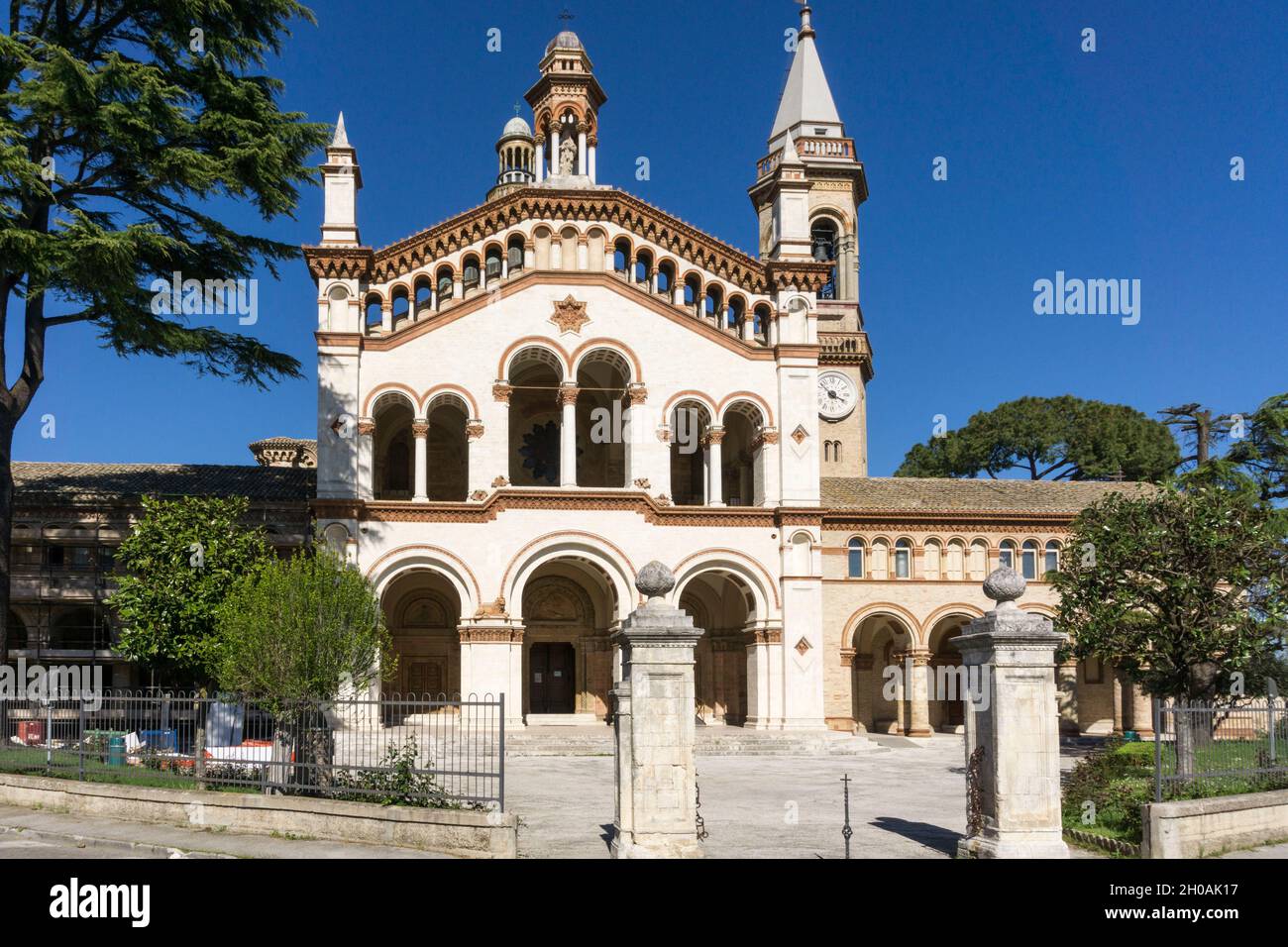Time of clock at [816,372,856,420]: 3:52
